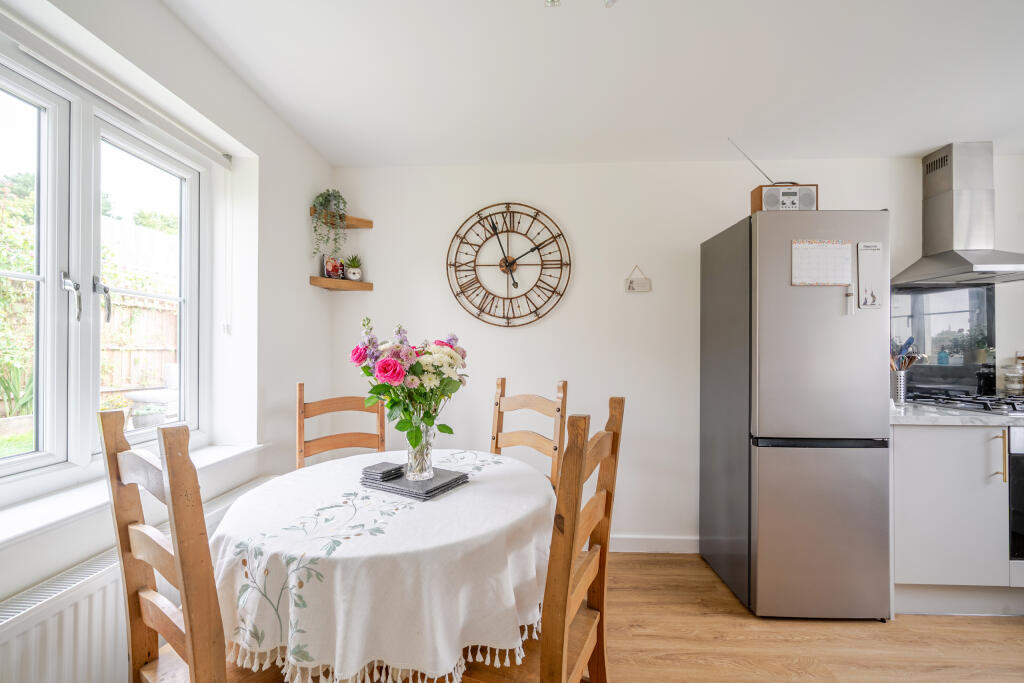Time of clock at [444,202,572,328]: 1:56
